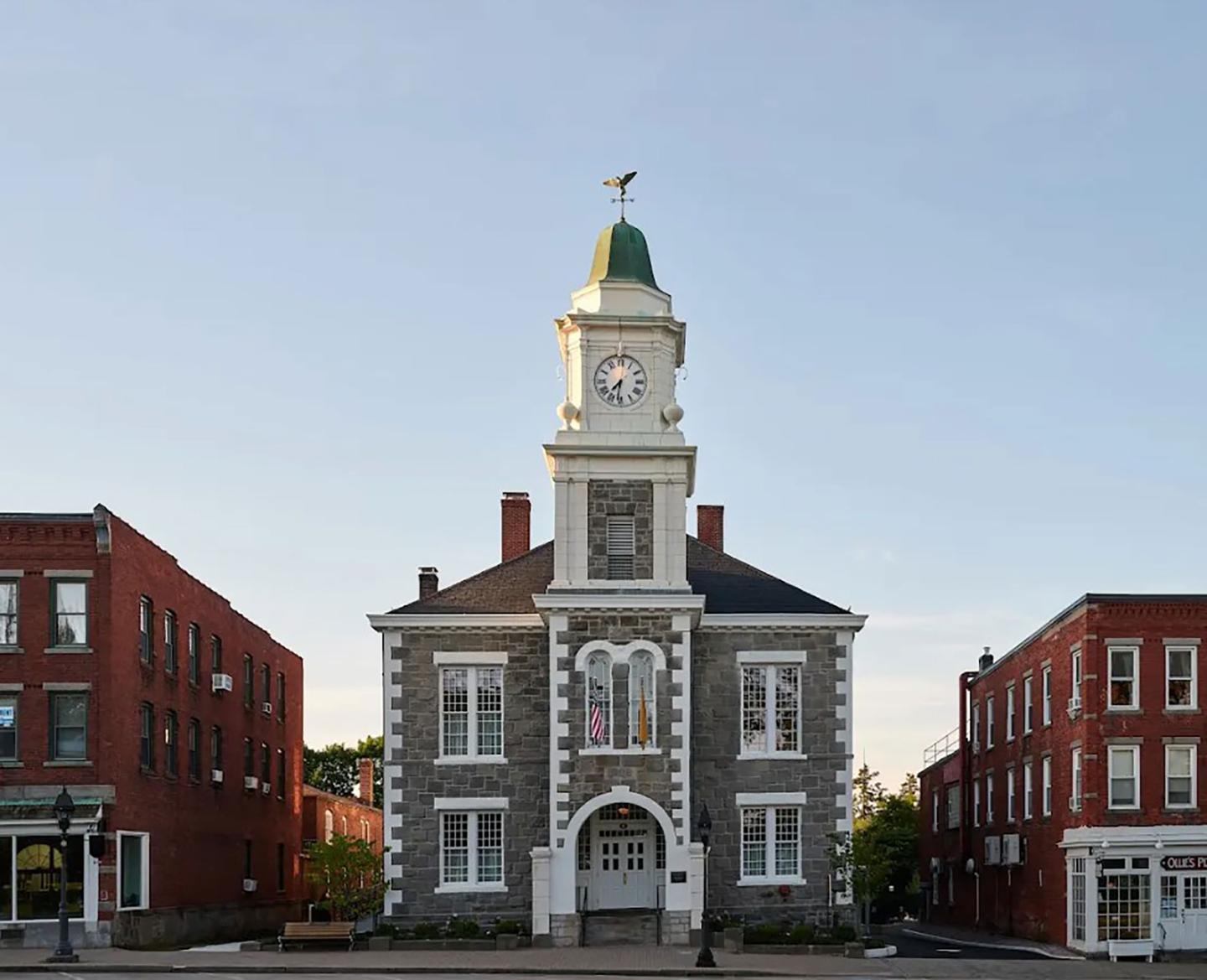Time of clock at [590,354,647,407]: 7:31
